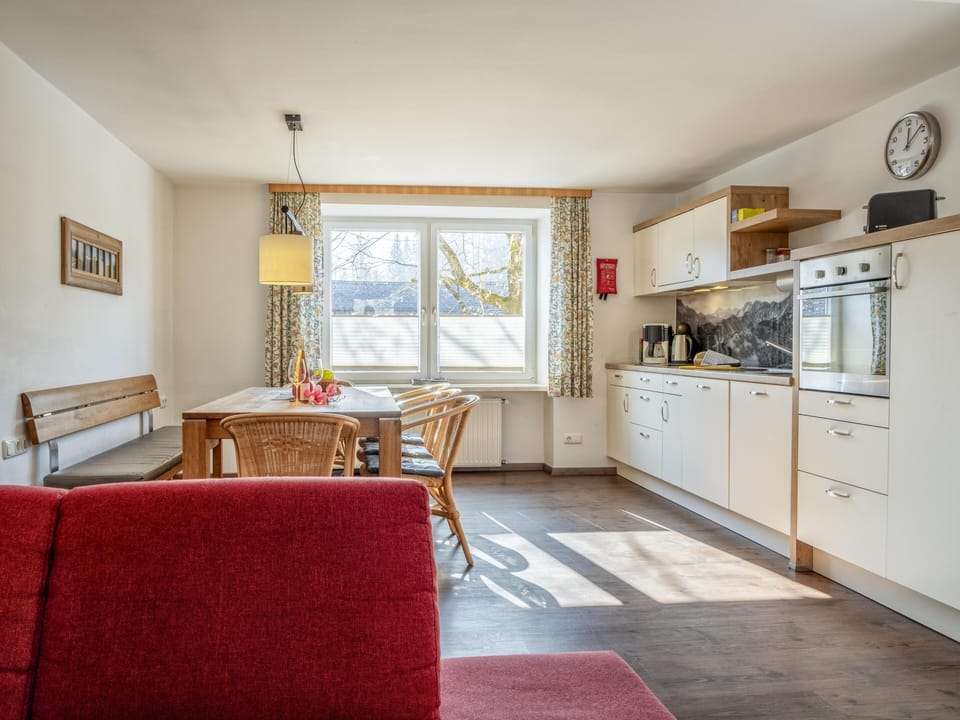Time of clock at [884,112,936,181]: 12:07
